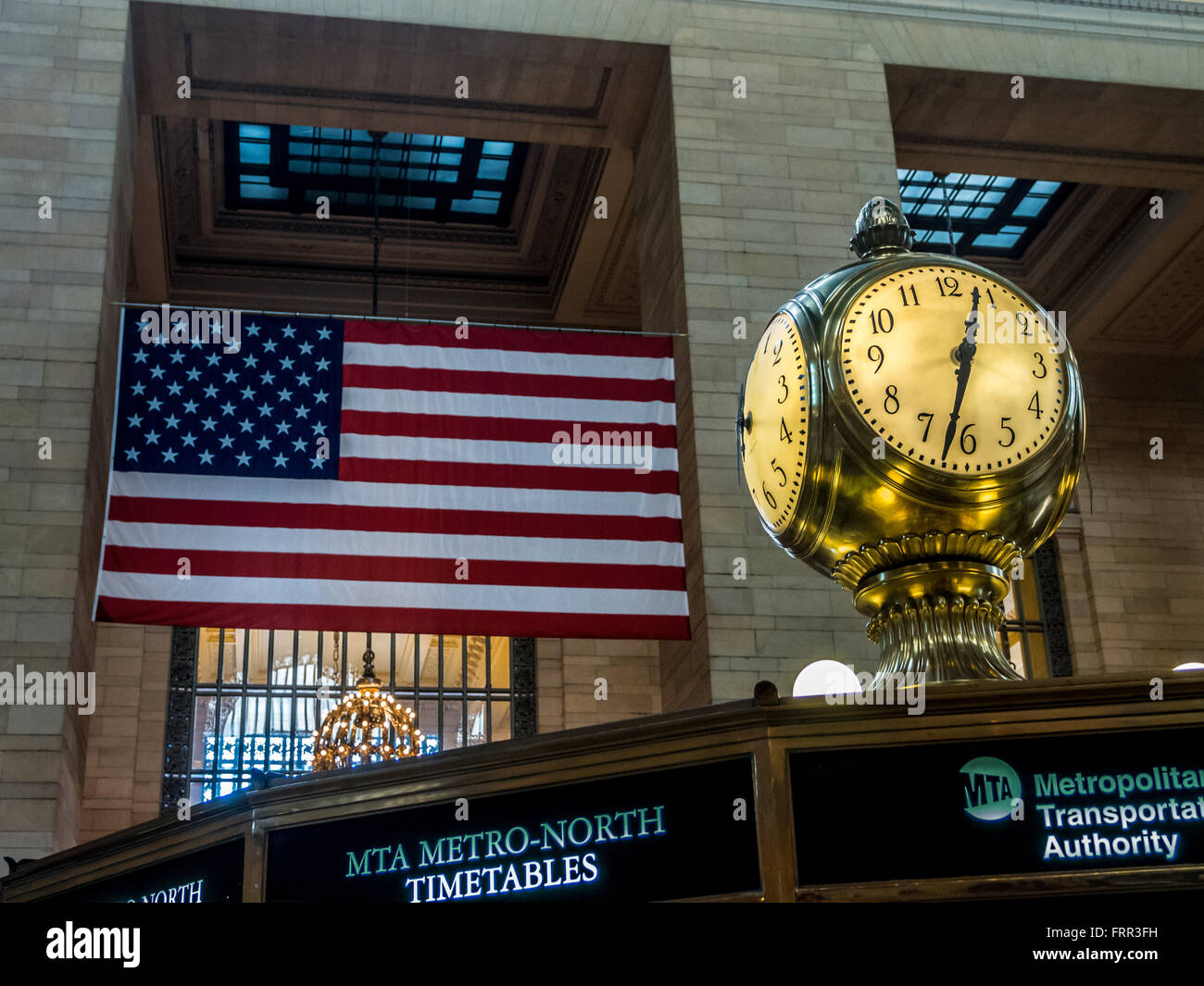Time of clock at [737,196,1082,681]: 12:32
